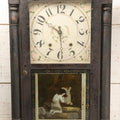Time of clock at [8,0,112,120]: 5:50
